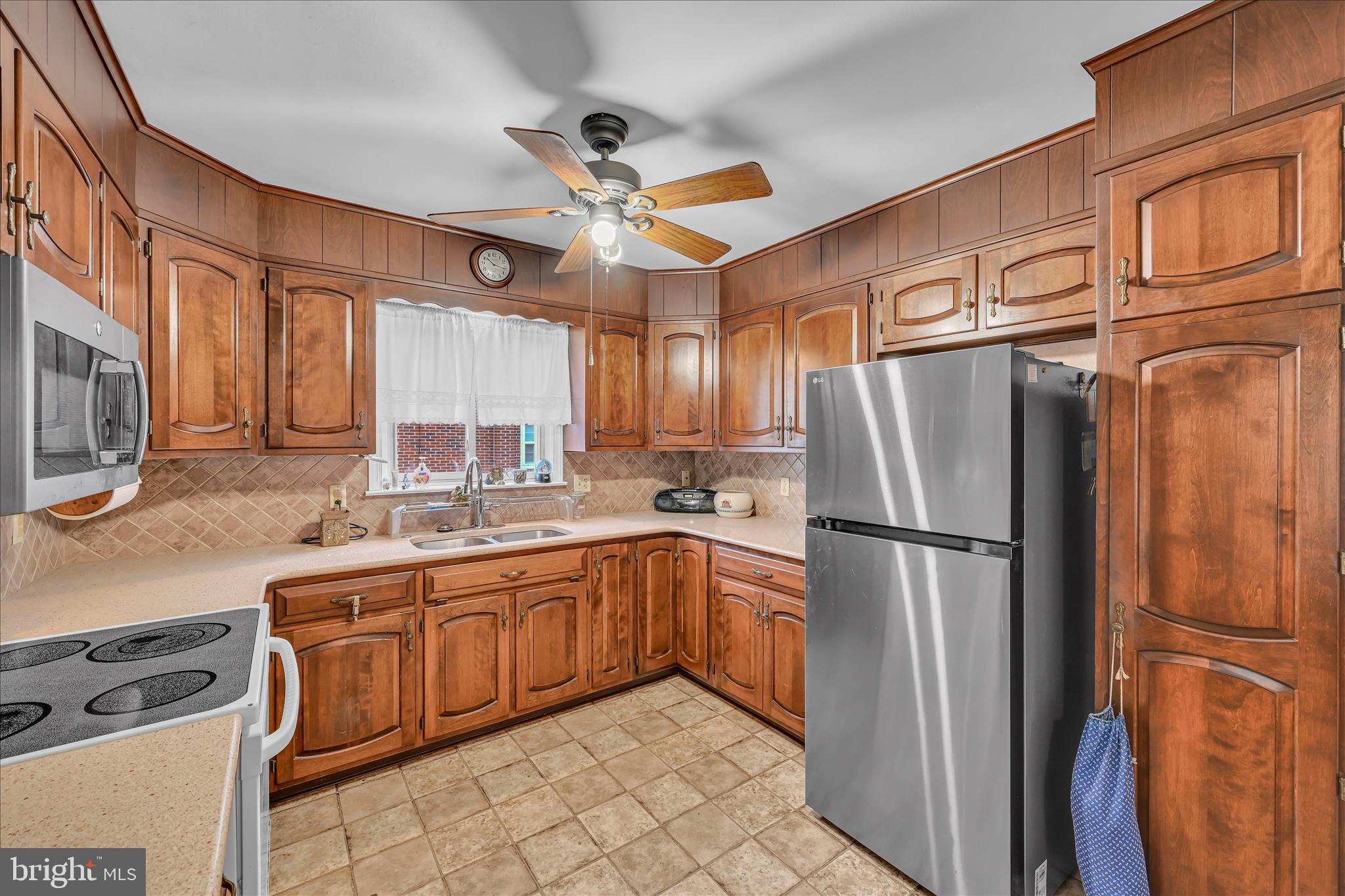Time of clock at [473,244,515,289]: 10:16
